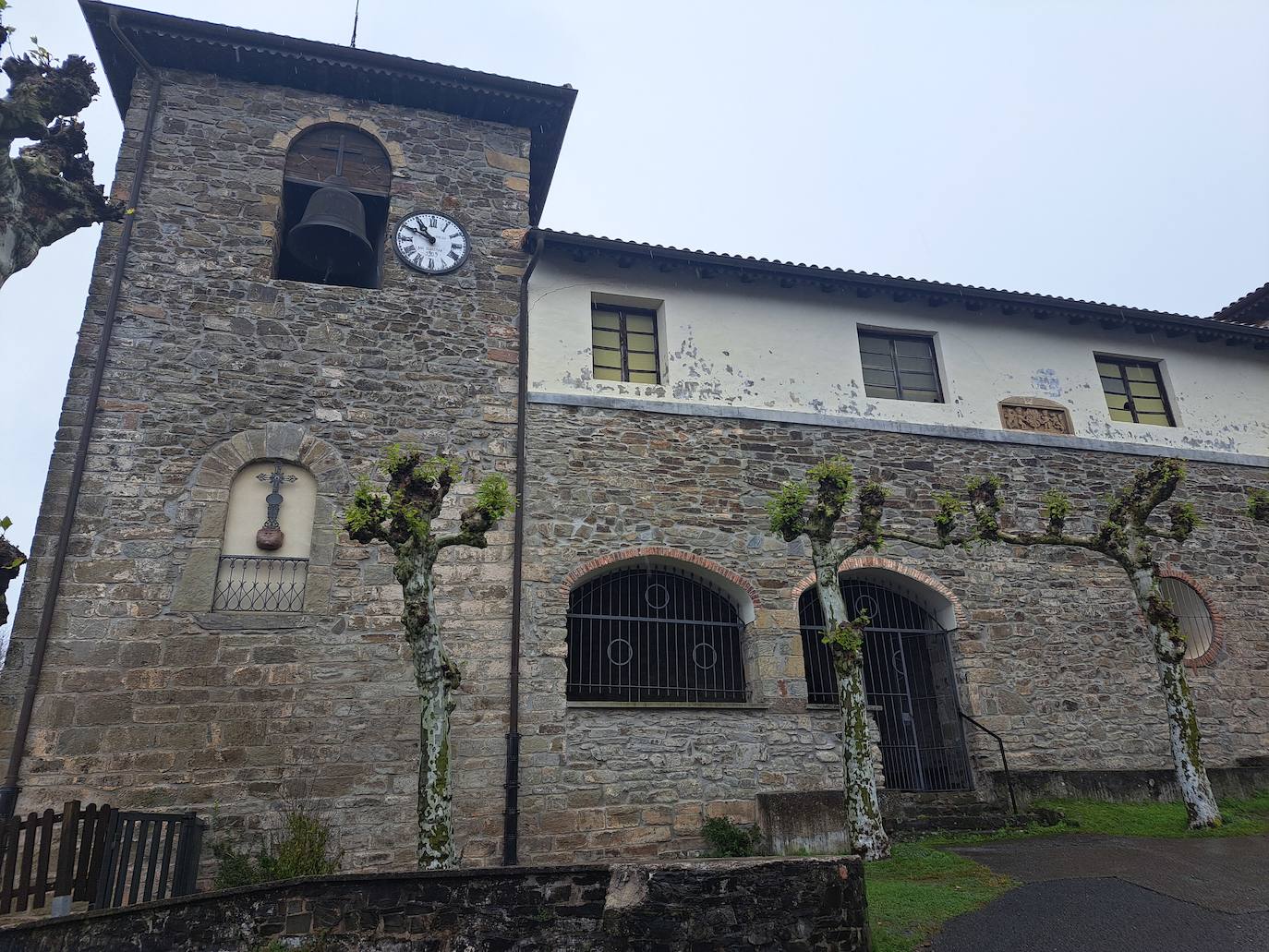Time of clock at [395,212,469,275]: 10:50
